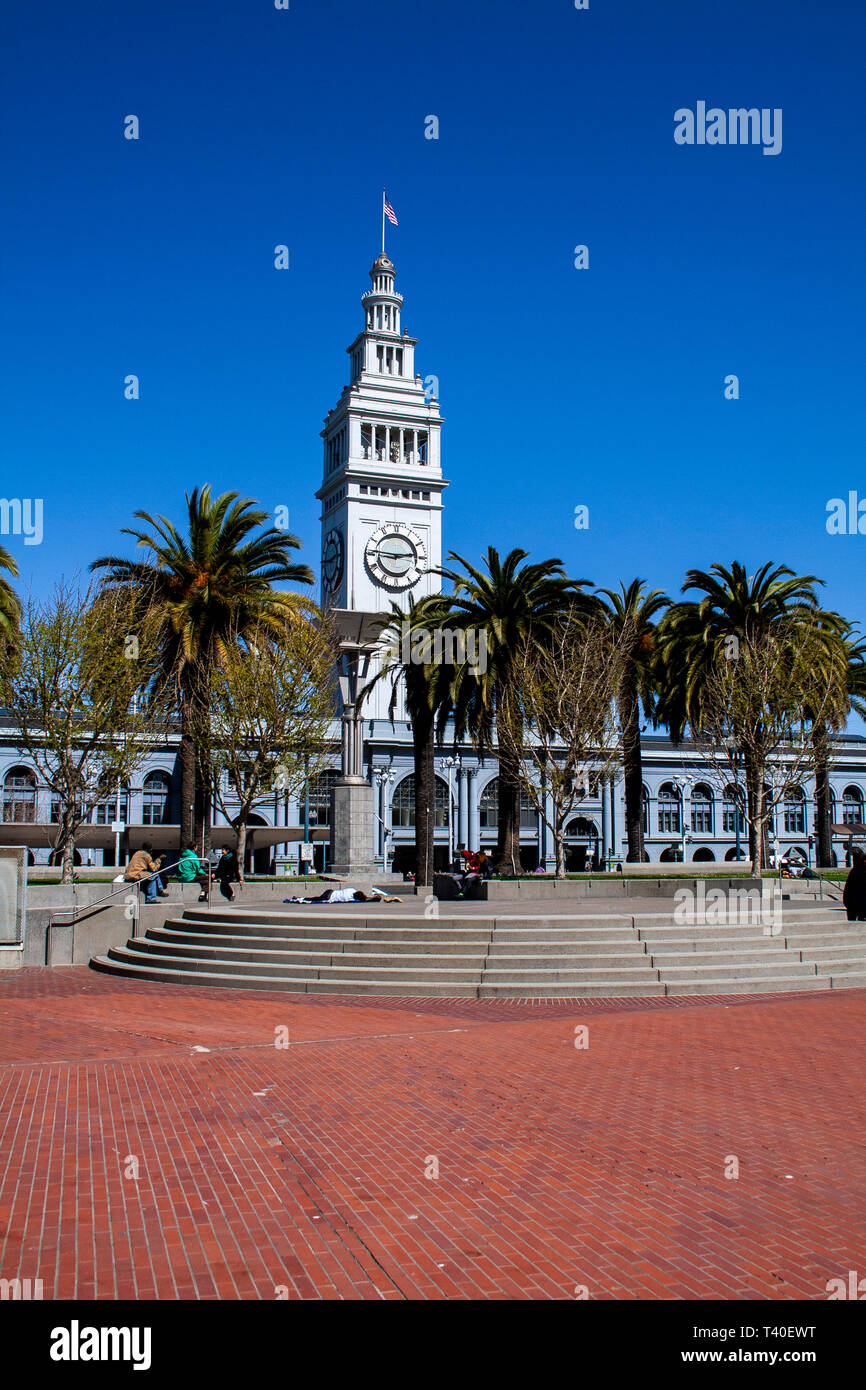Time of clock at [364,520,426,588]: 2:46
